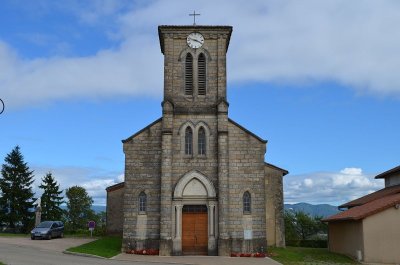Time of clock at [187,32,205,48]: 3:47
